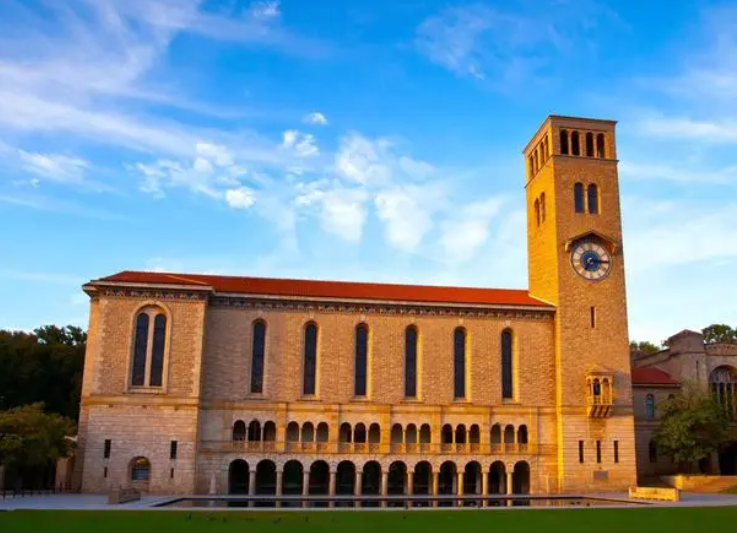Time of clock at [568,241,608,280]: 7:15
